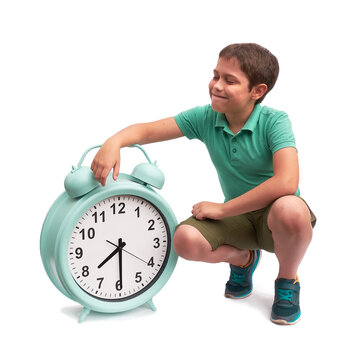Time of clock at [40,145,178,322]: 7:29
